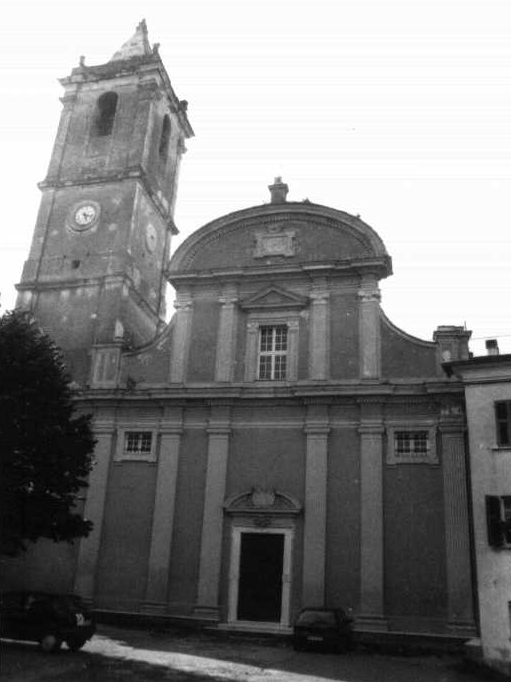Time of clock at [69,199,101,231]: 5:17
